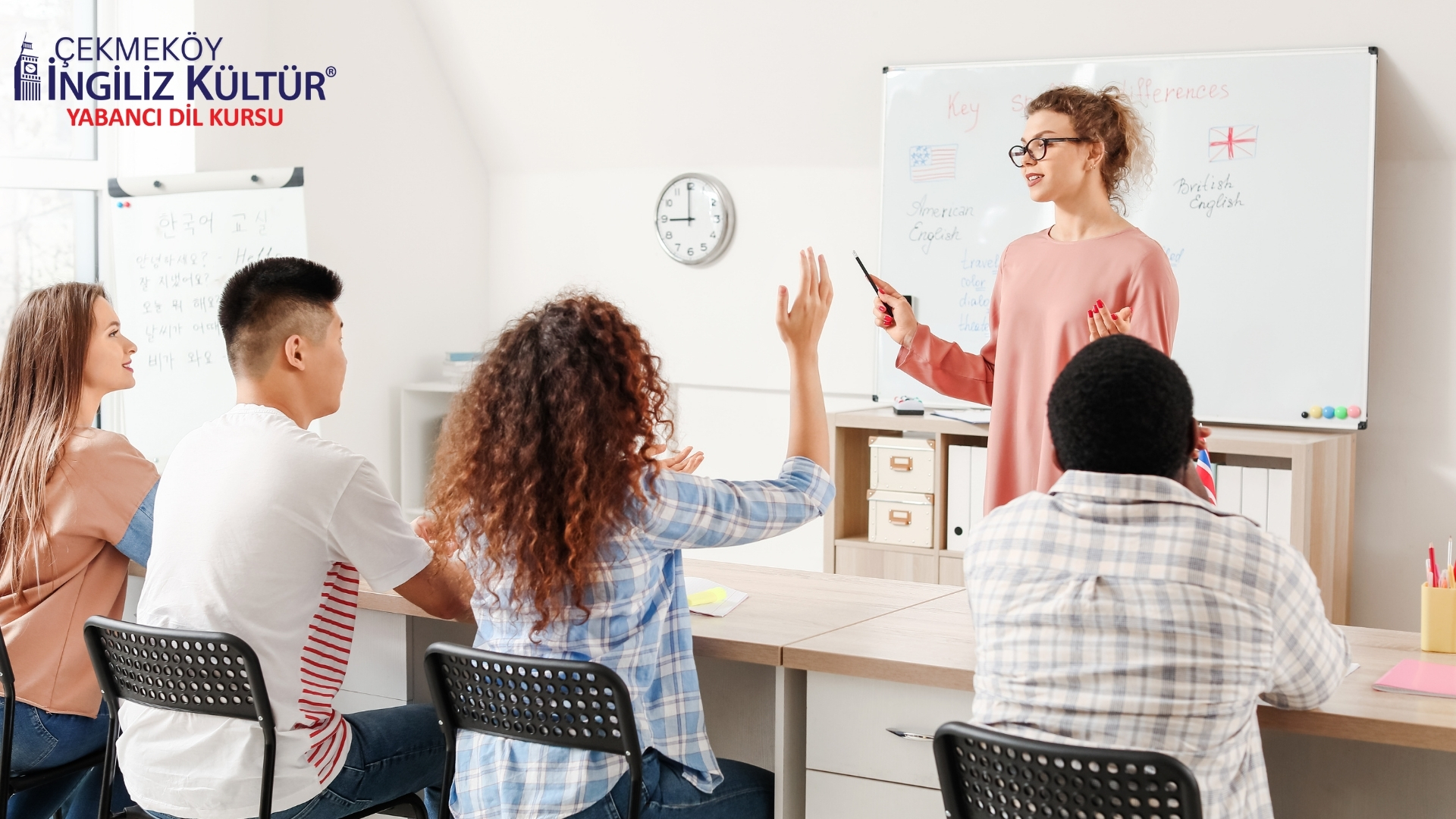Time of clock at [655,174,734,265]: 8:59
